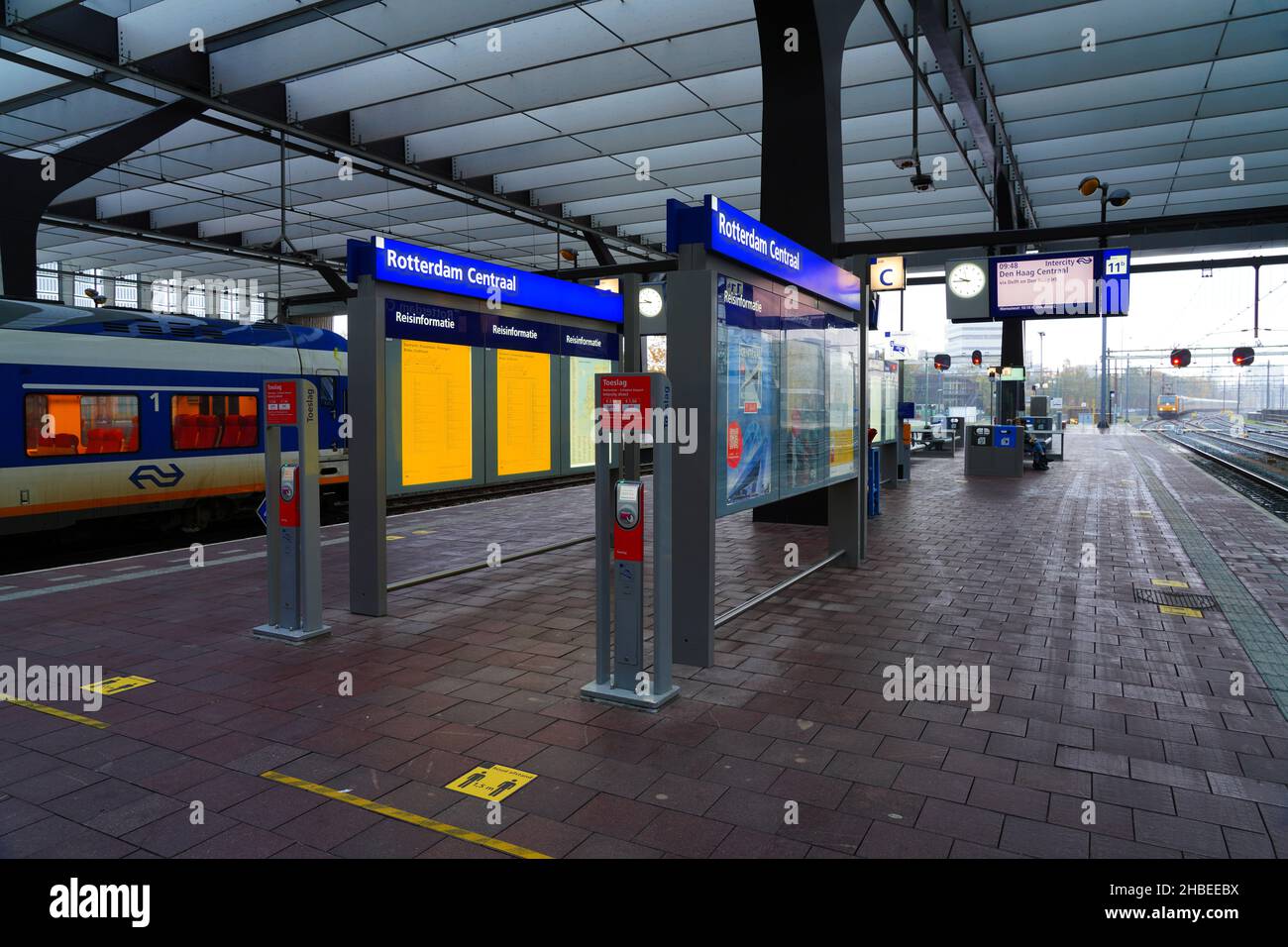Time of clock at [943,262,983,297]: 9:44
